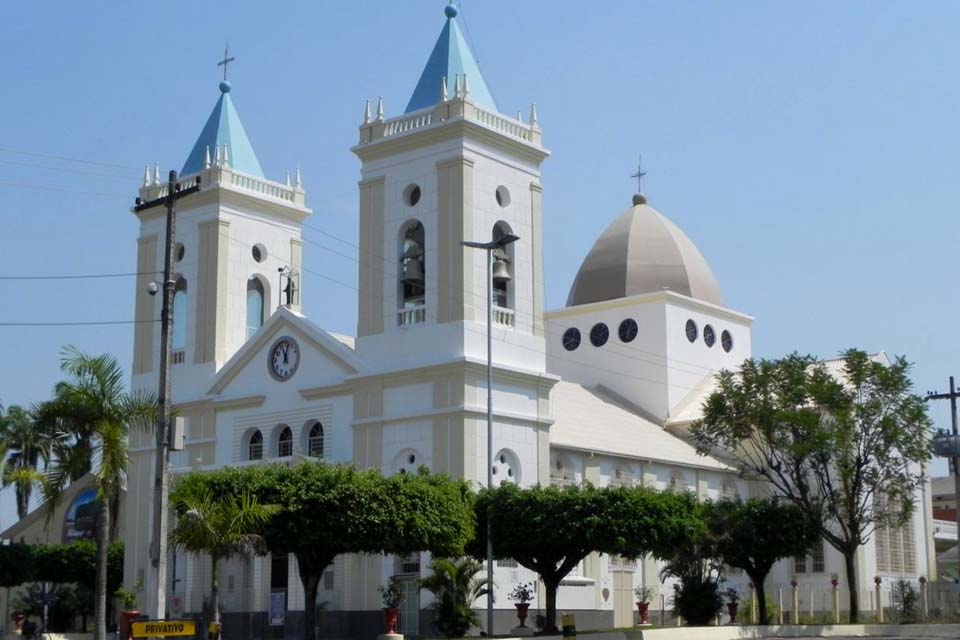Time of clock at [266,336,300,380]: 11:02
